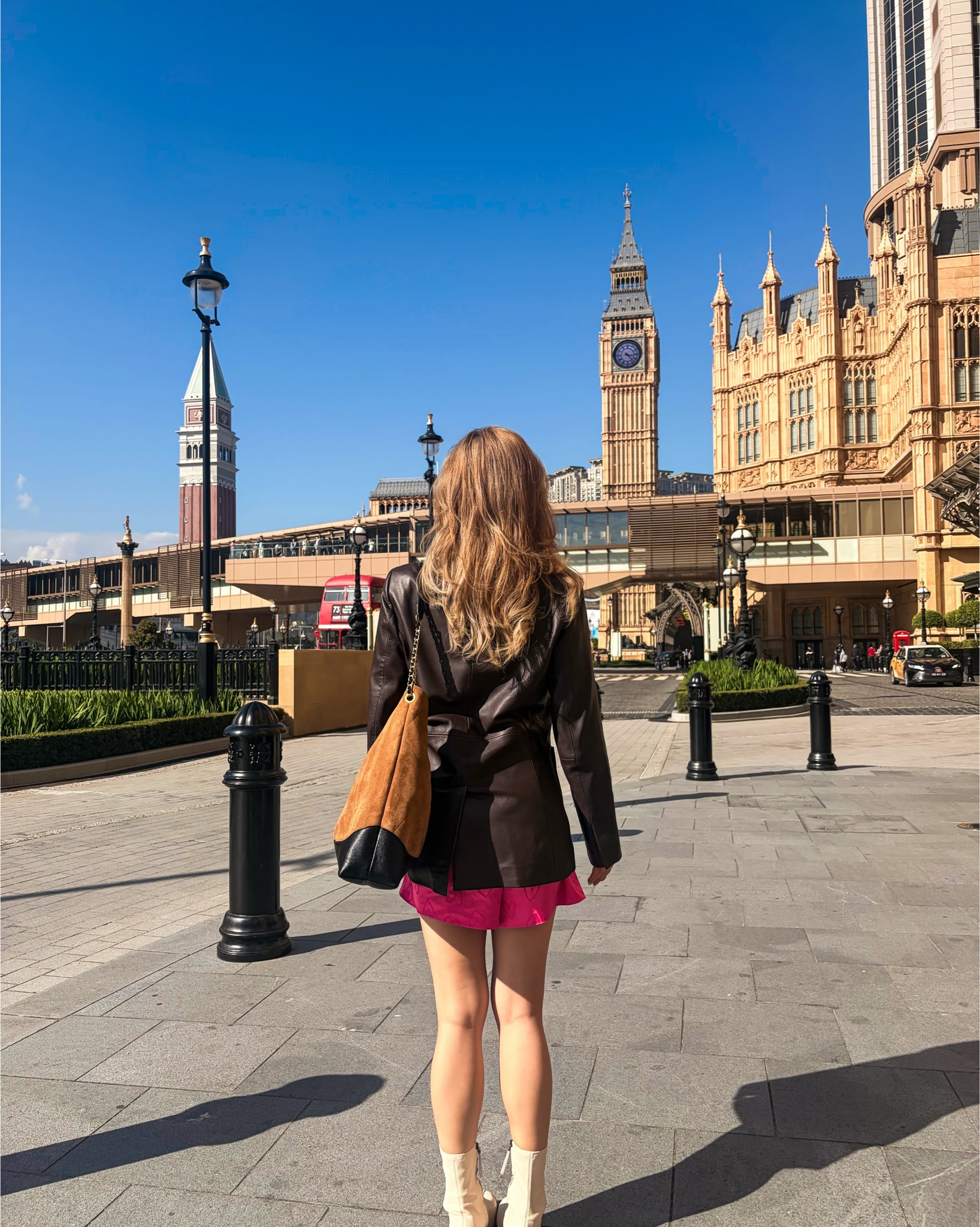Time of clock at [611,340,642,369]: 3:22
